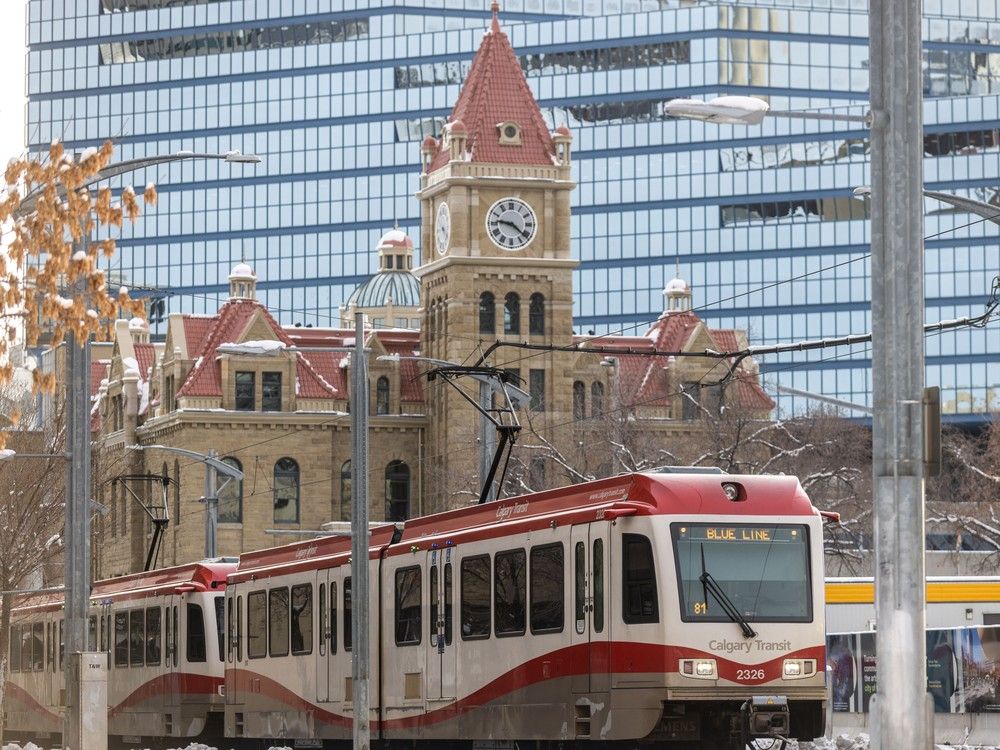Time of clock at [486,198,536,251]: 9:21
